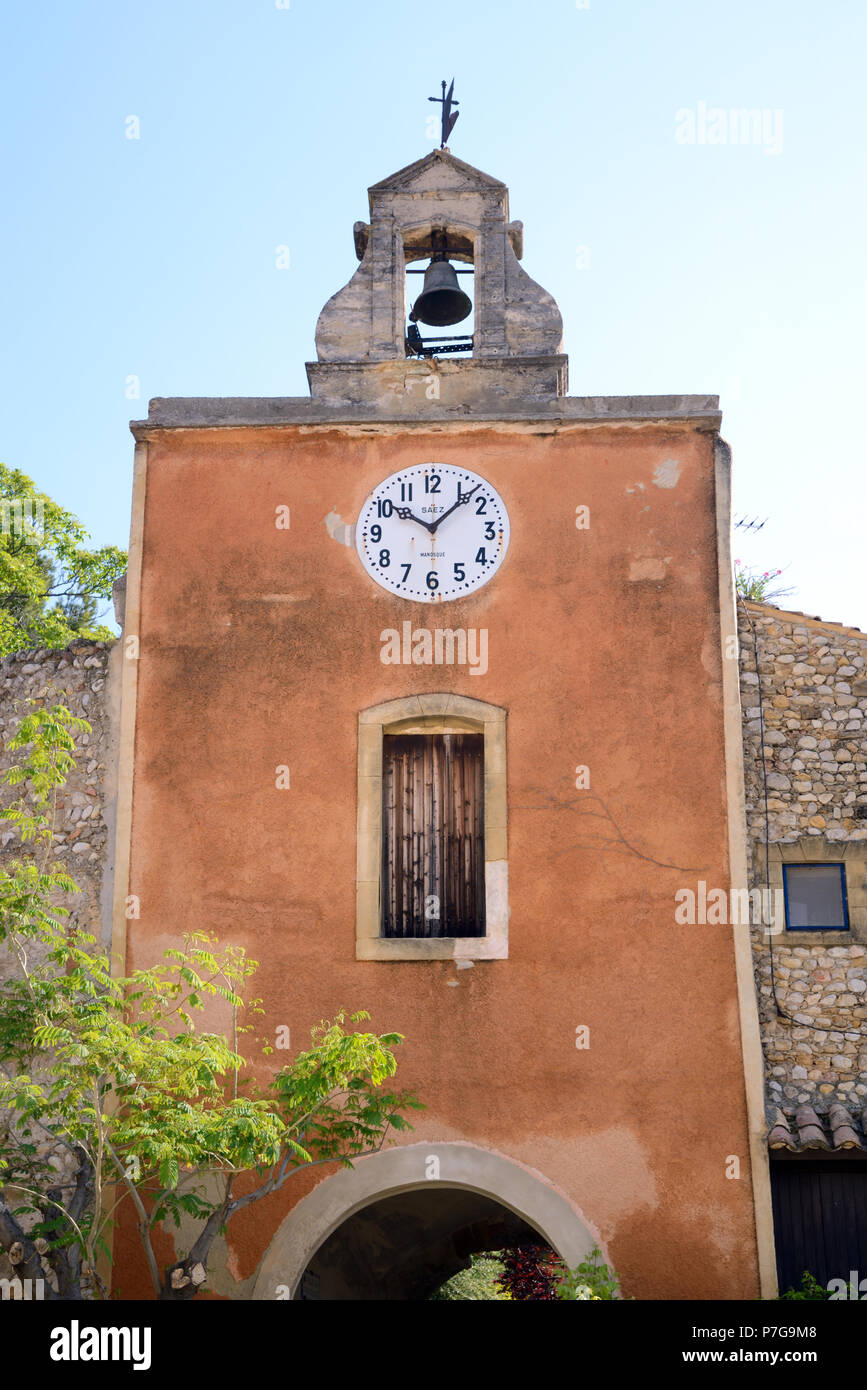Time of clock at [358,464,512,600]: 10:07
